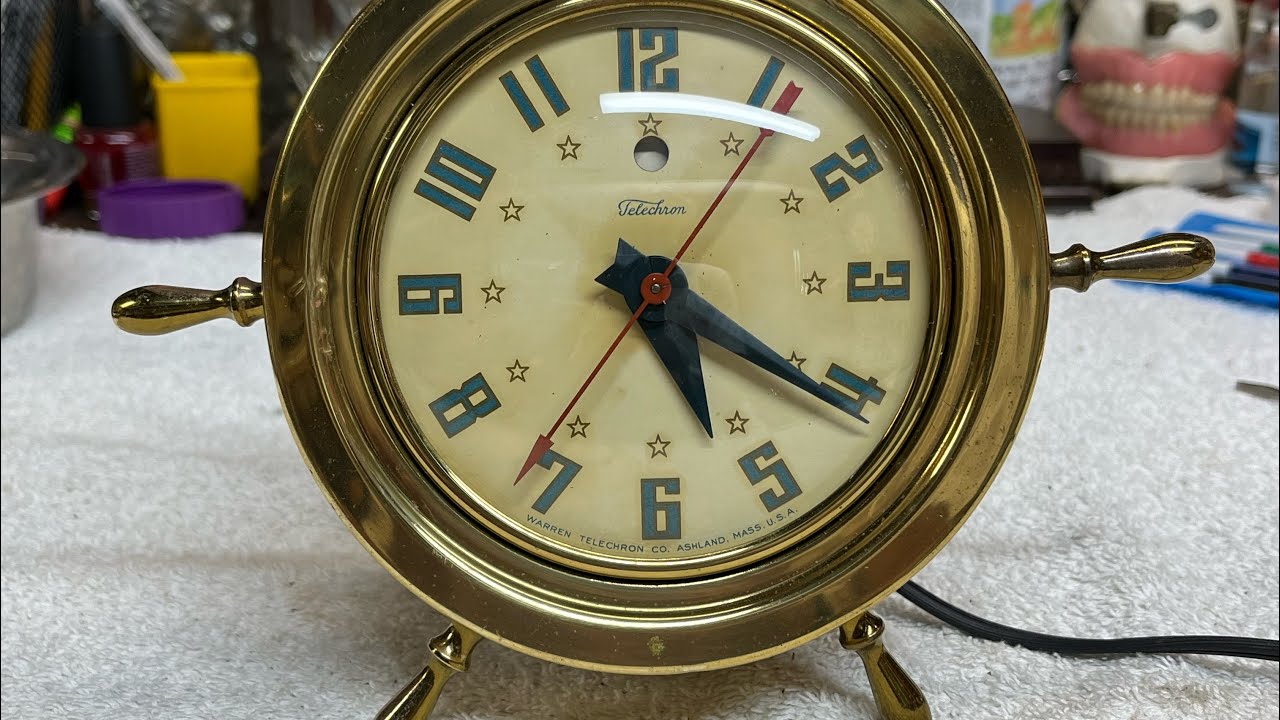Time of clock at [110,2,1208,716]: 5:20
